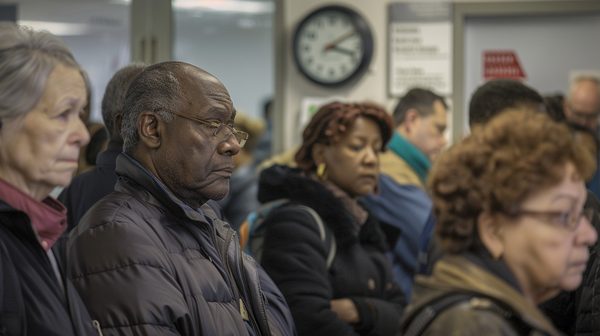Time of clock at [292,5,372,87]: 3:09
